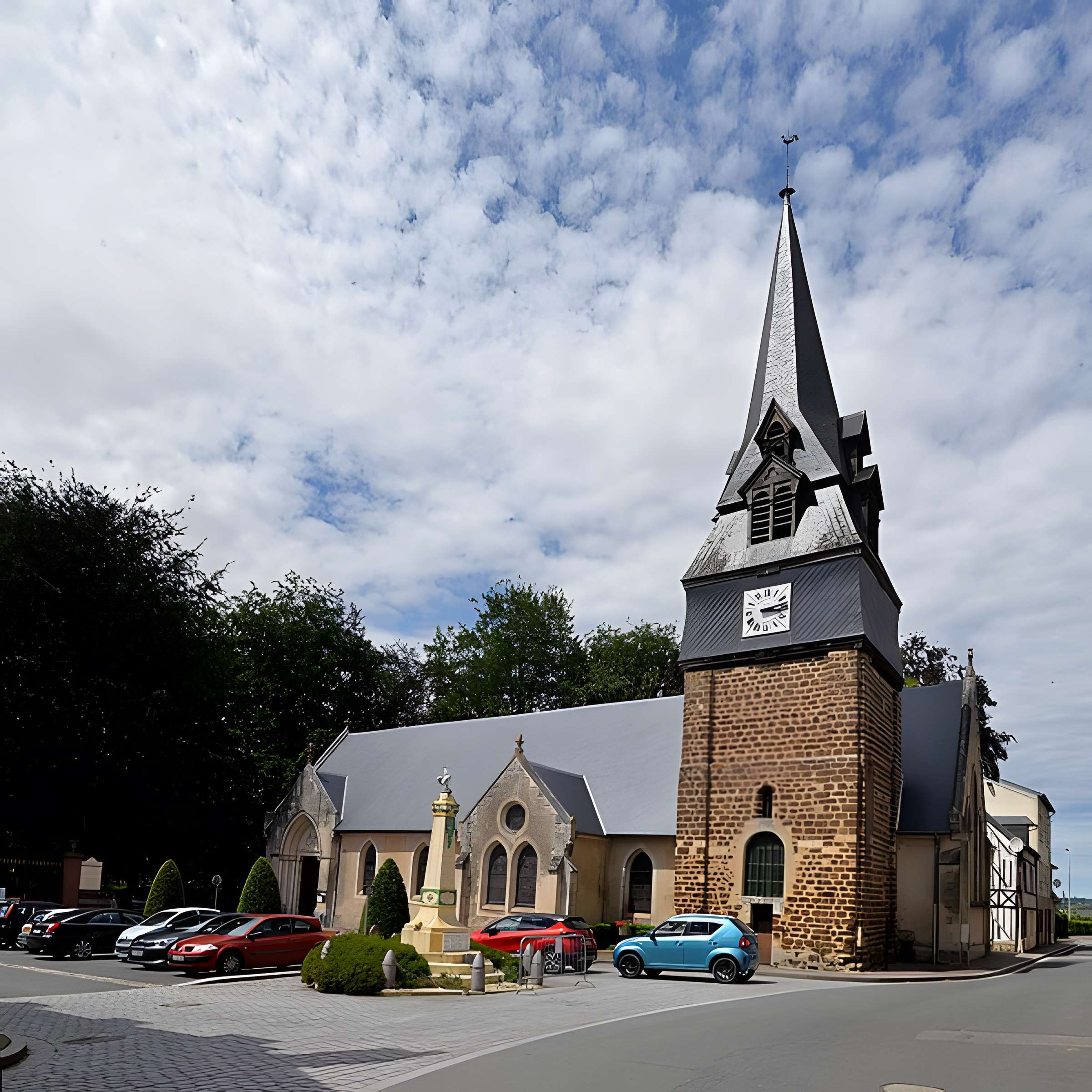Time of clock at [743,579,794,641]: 3:13
